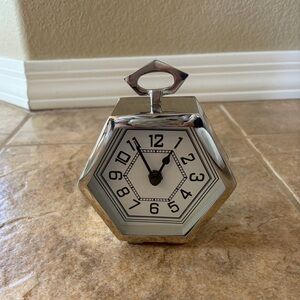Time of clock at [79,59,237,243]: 12:54
